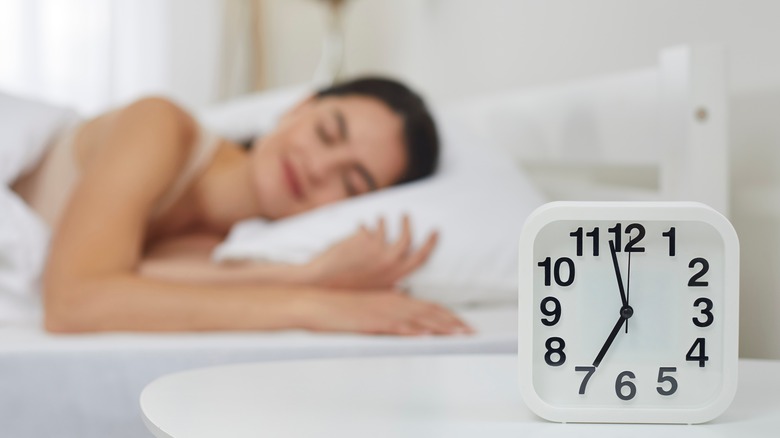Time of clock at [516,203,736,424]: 6:57
